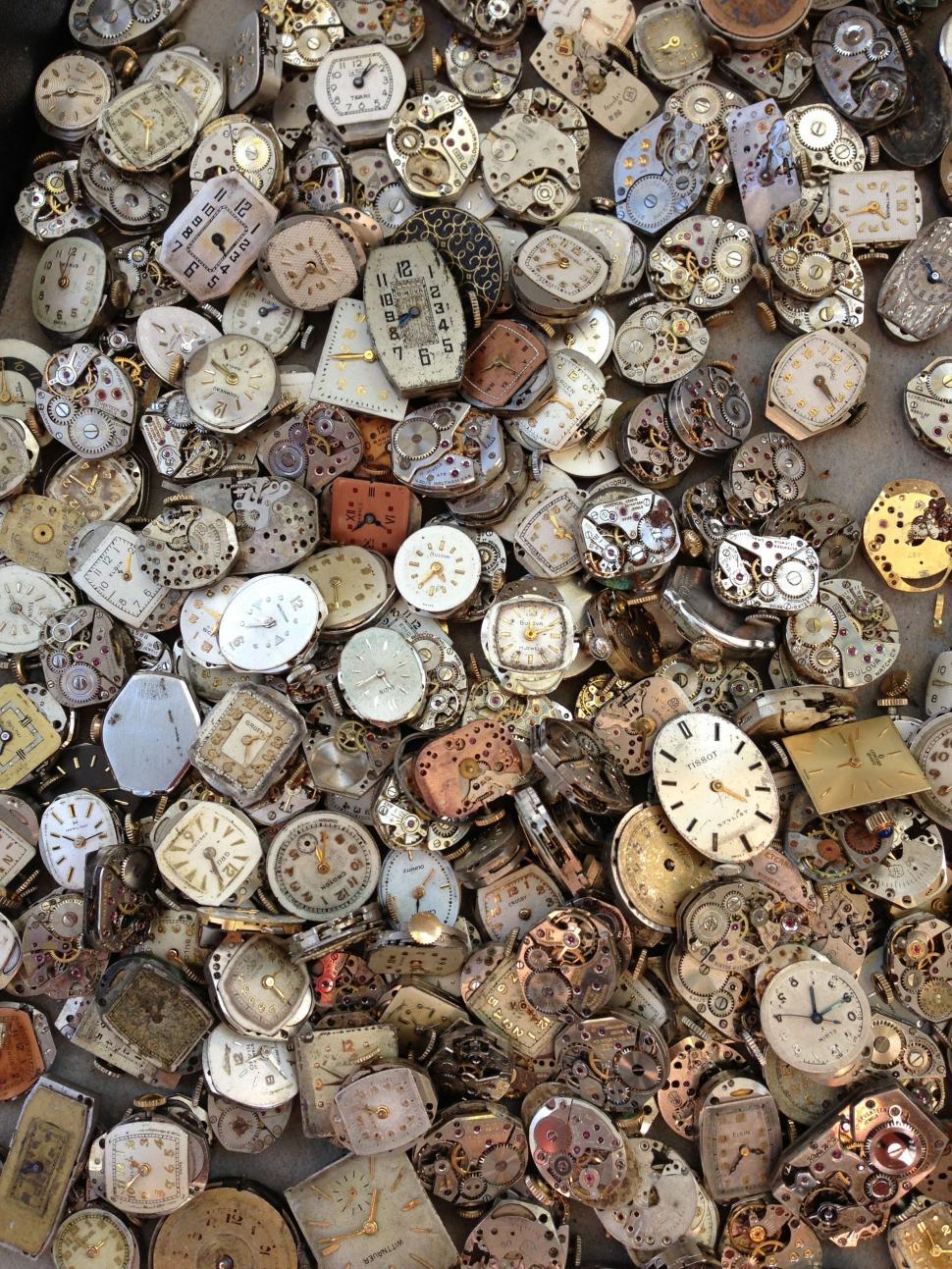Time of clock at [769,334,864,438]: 4:23
